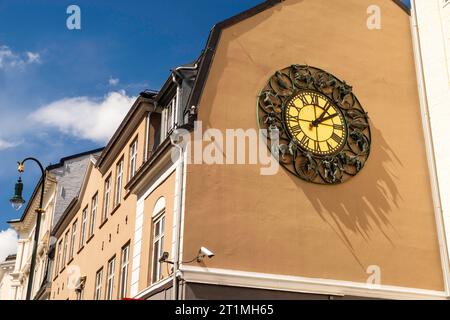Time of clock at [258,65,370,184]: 2:06
